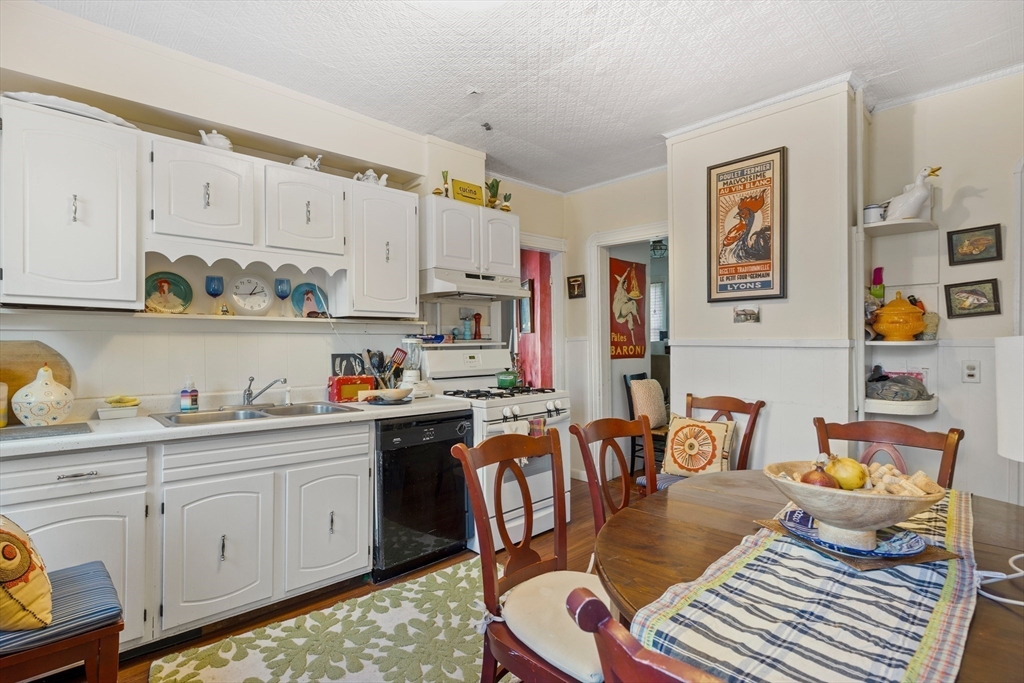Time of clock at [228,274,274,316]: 1:12
